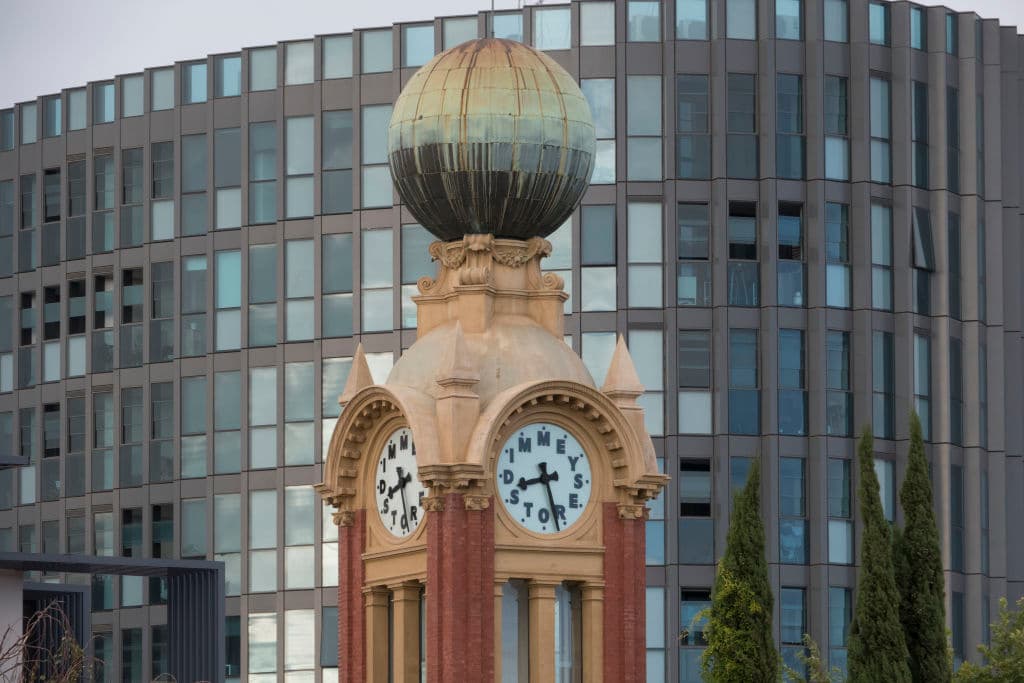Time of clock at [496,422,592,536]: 8:27
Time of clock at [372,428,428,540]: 8:28
